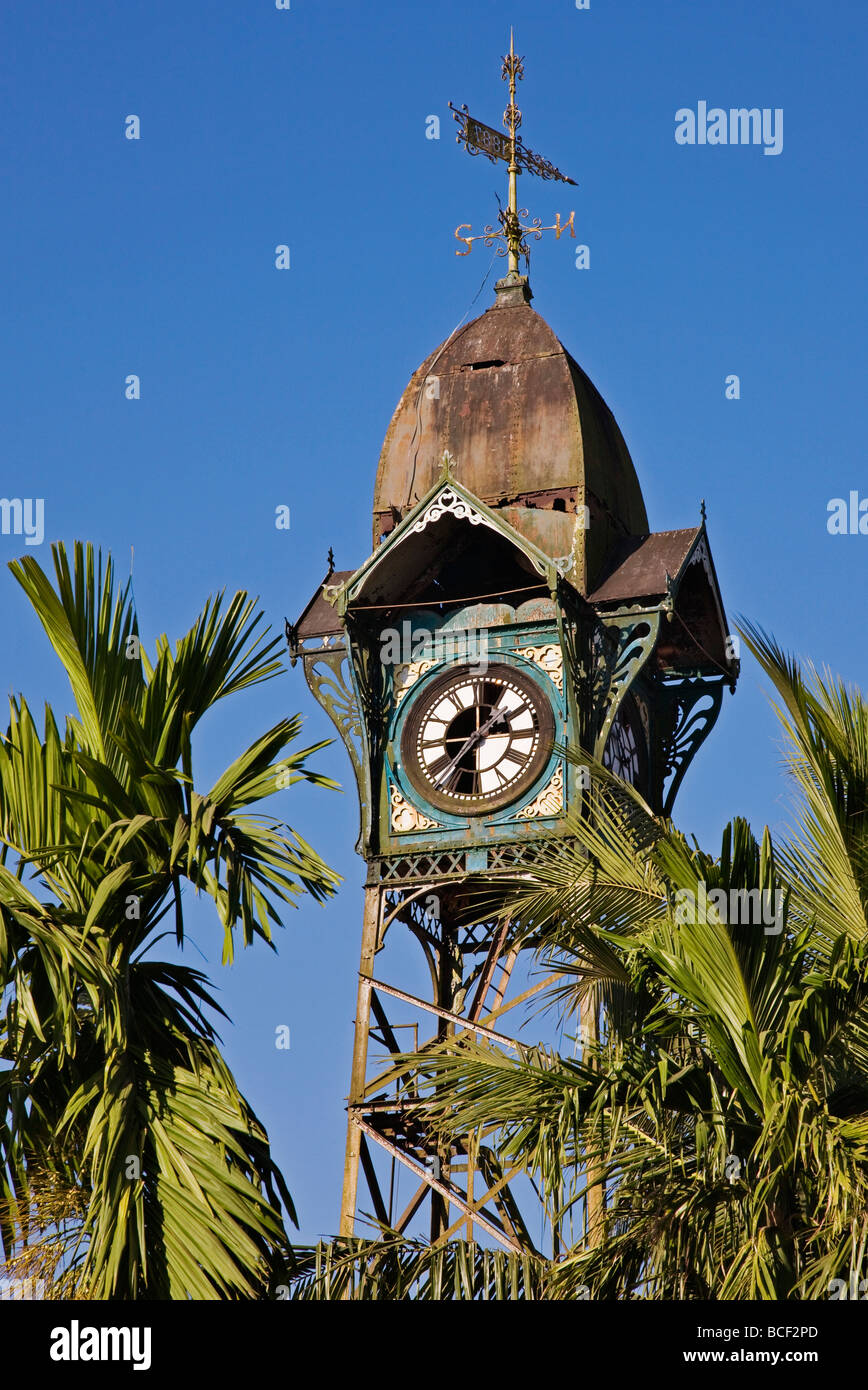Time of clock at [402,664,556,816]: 1:36
